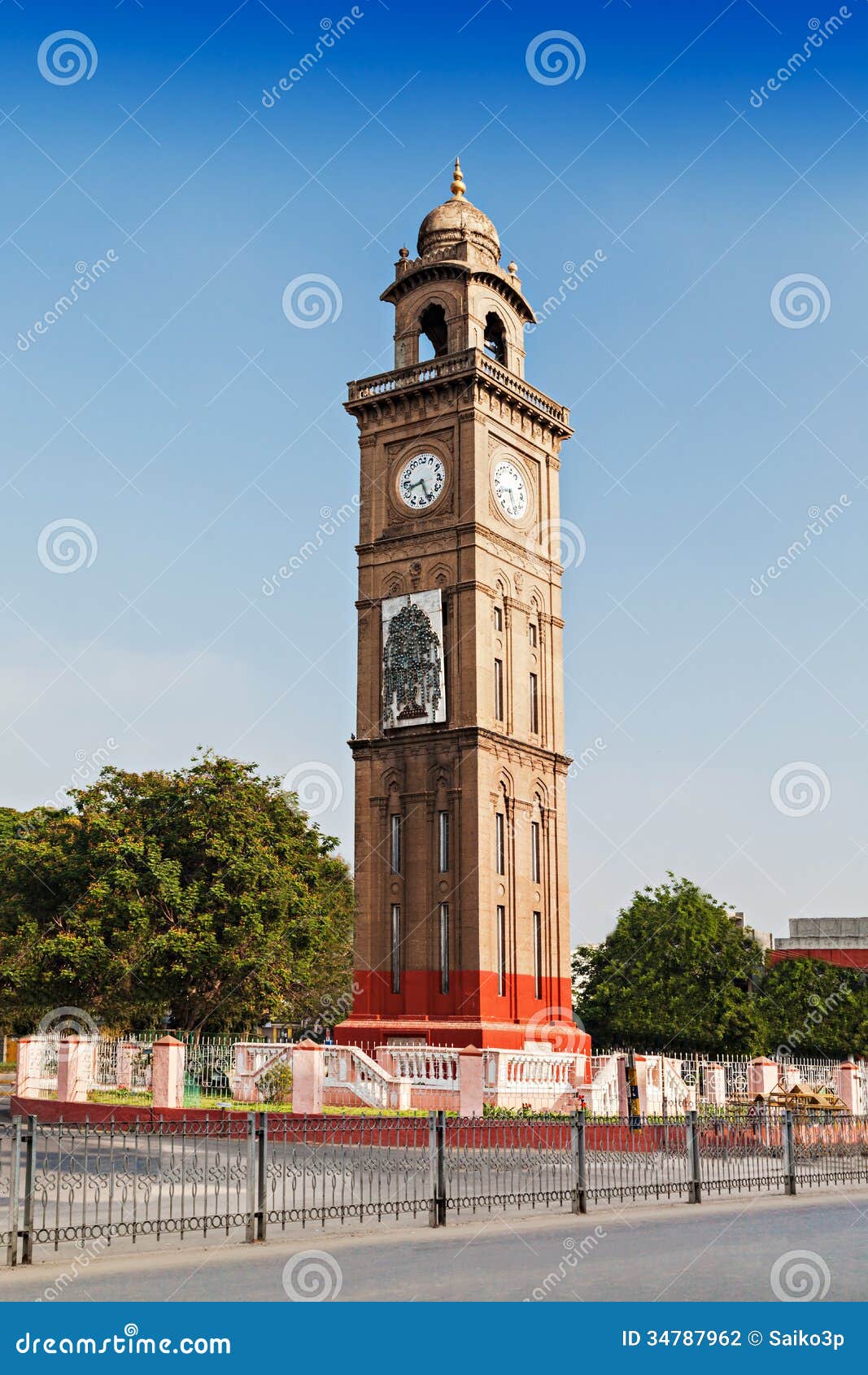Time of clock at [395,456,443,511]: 8:26
